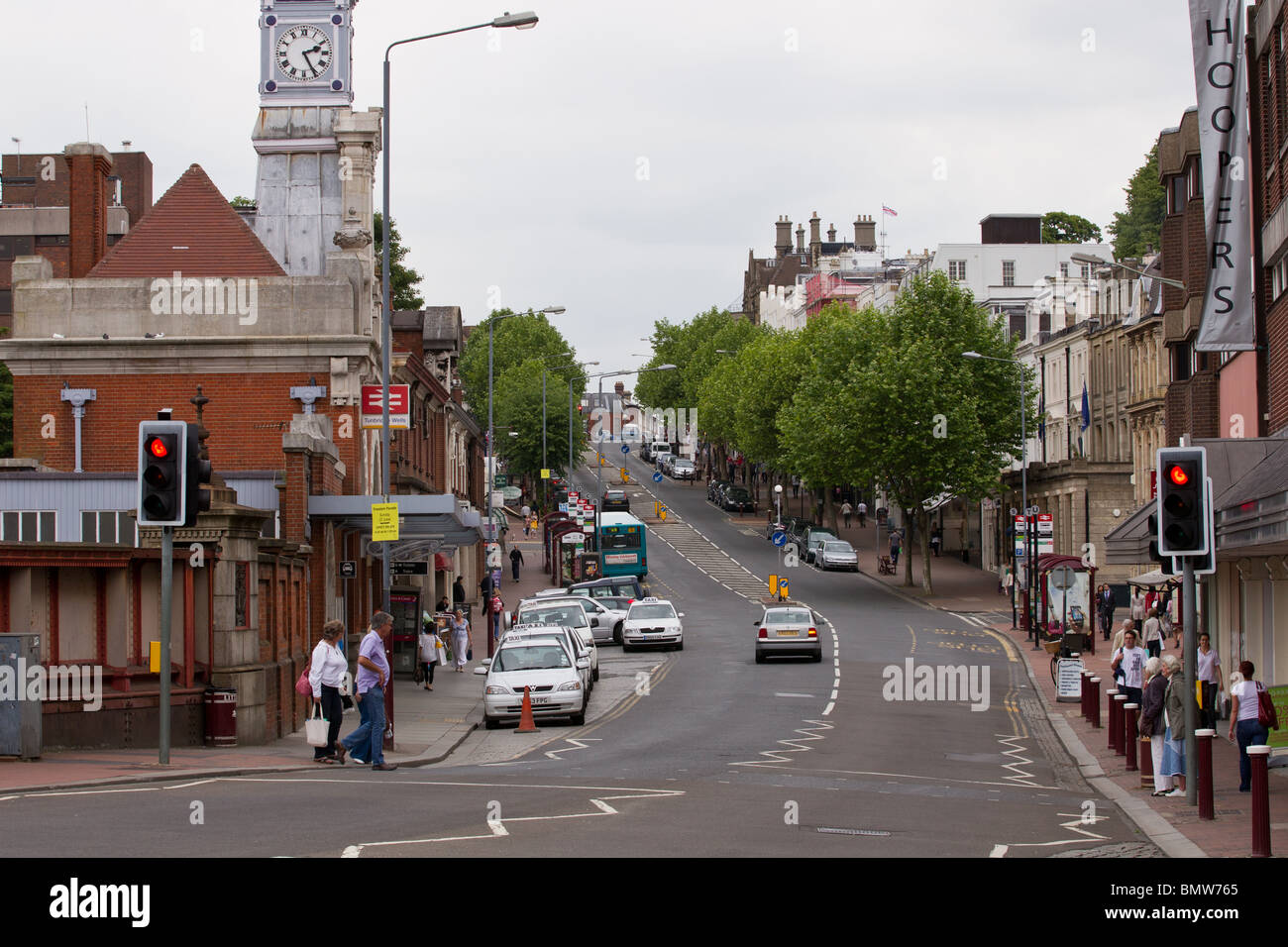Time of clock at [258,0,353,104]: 2:25
